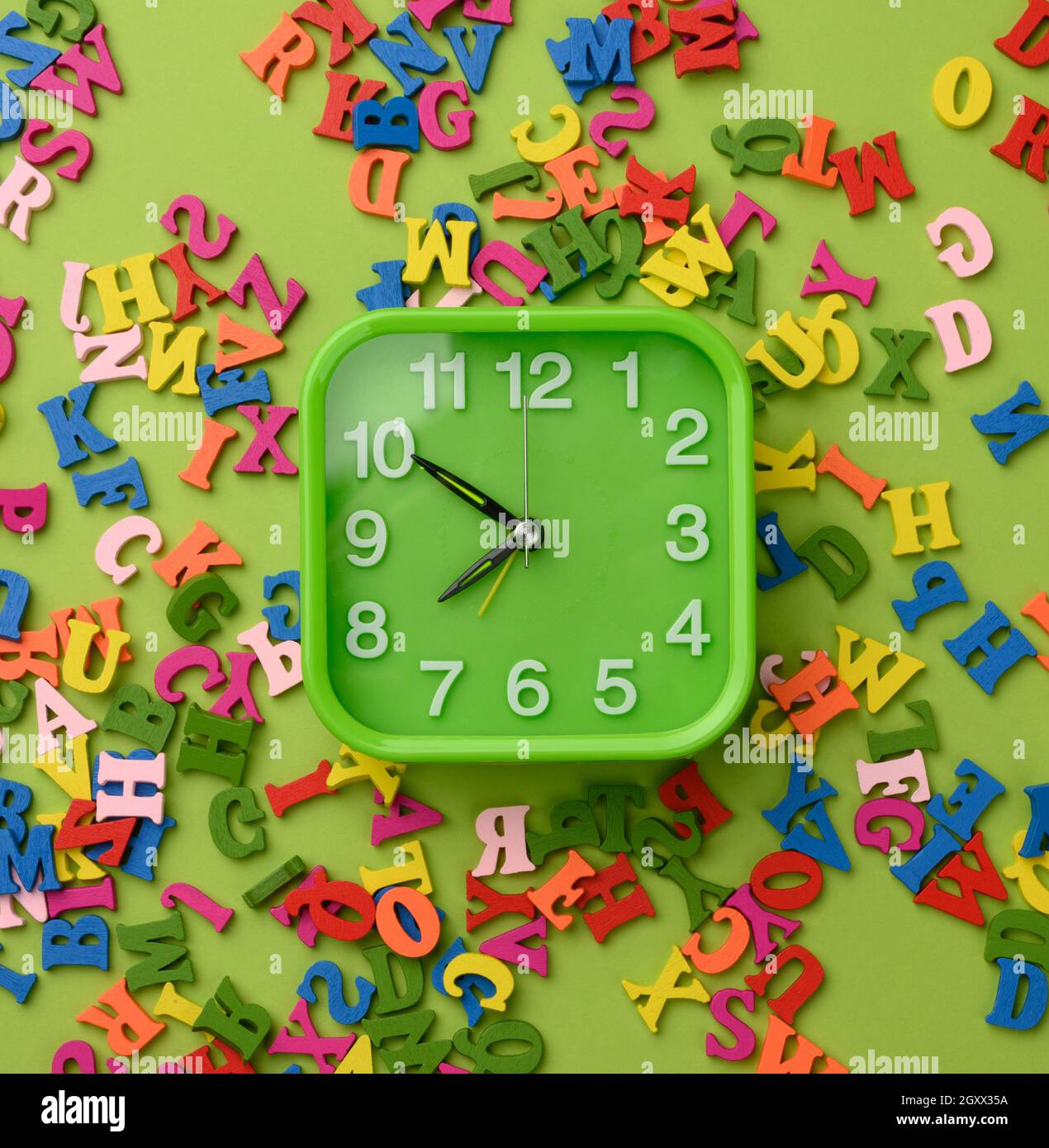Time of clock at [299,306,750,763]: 7:50
